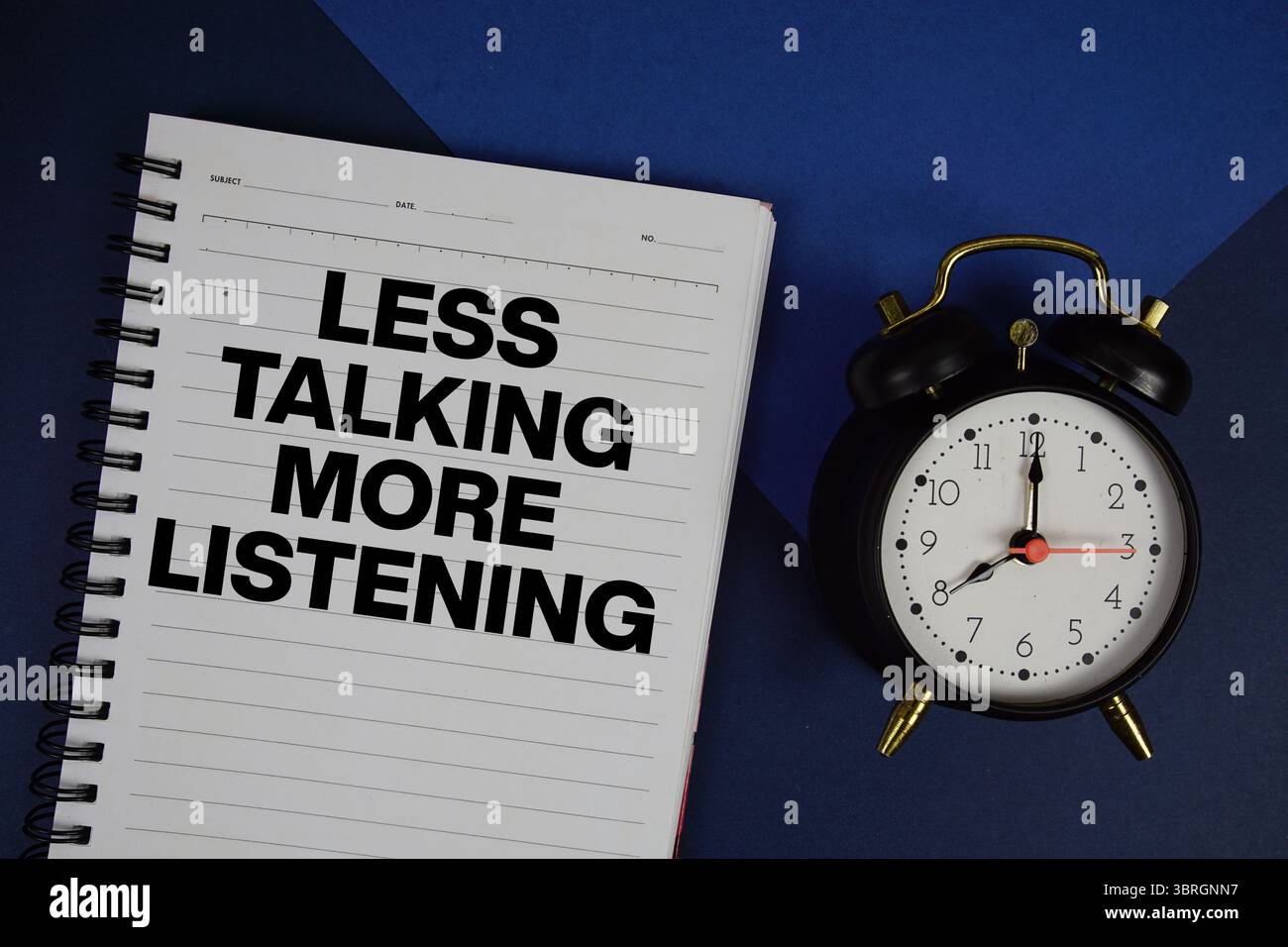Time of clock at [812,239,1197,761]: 8:00
